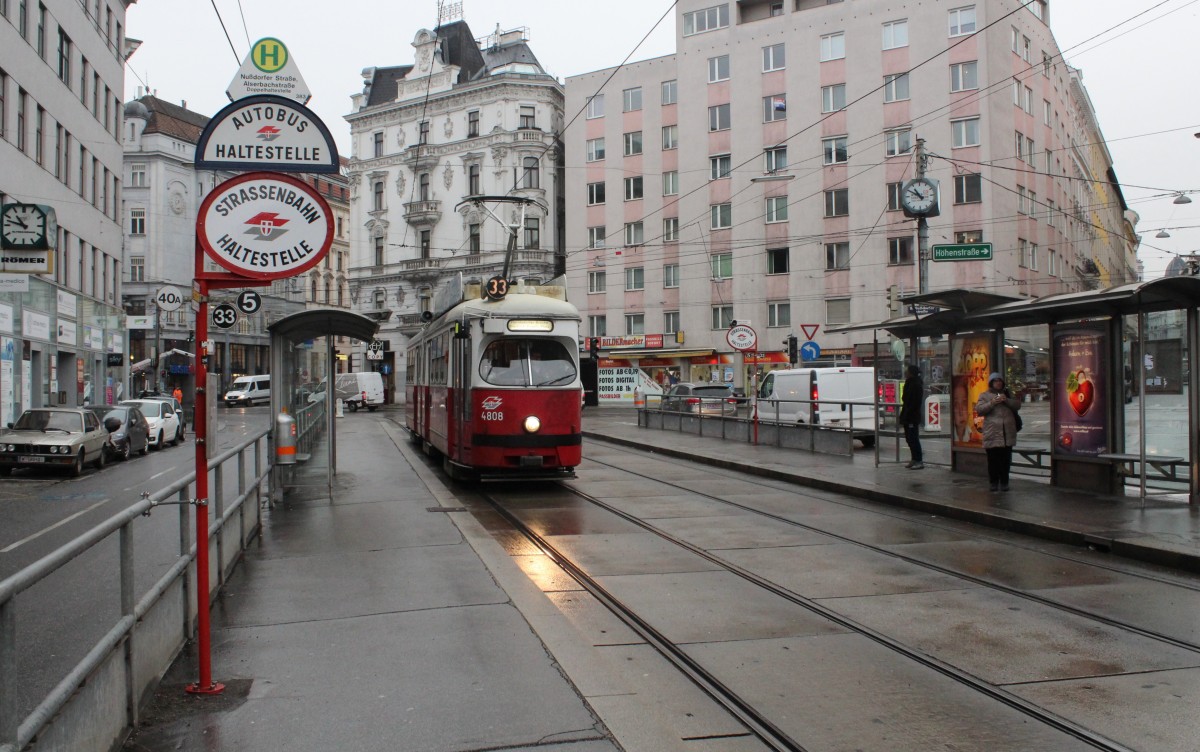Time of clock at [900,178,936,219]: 10:49
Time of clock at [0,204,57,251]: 10:47
